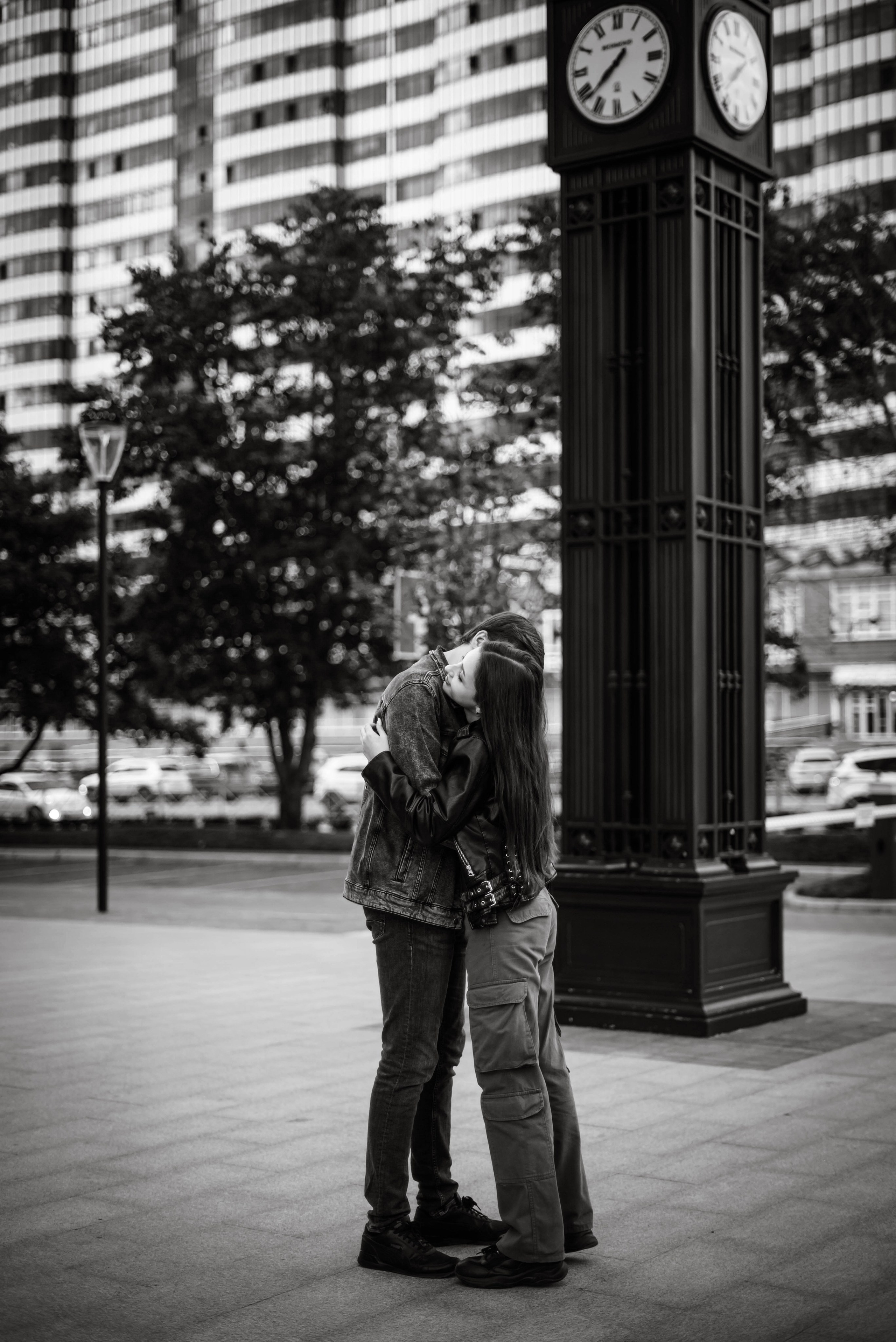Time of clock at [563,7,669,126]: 7:37
